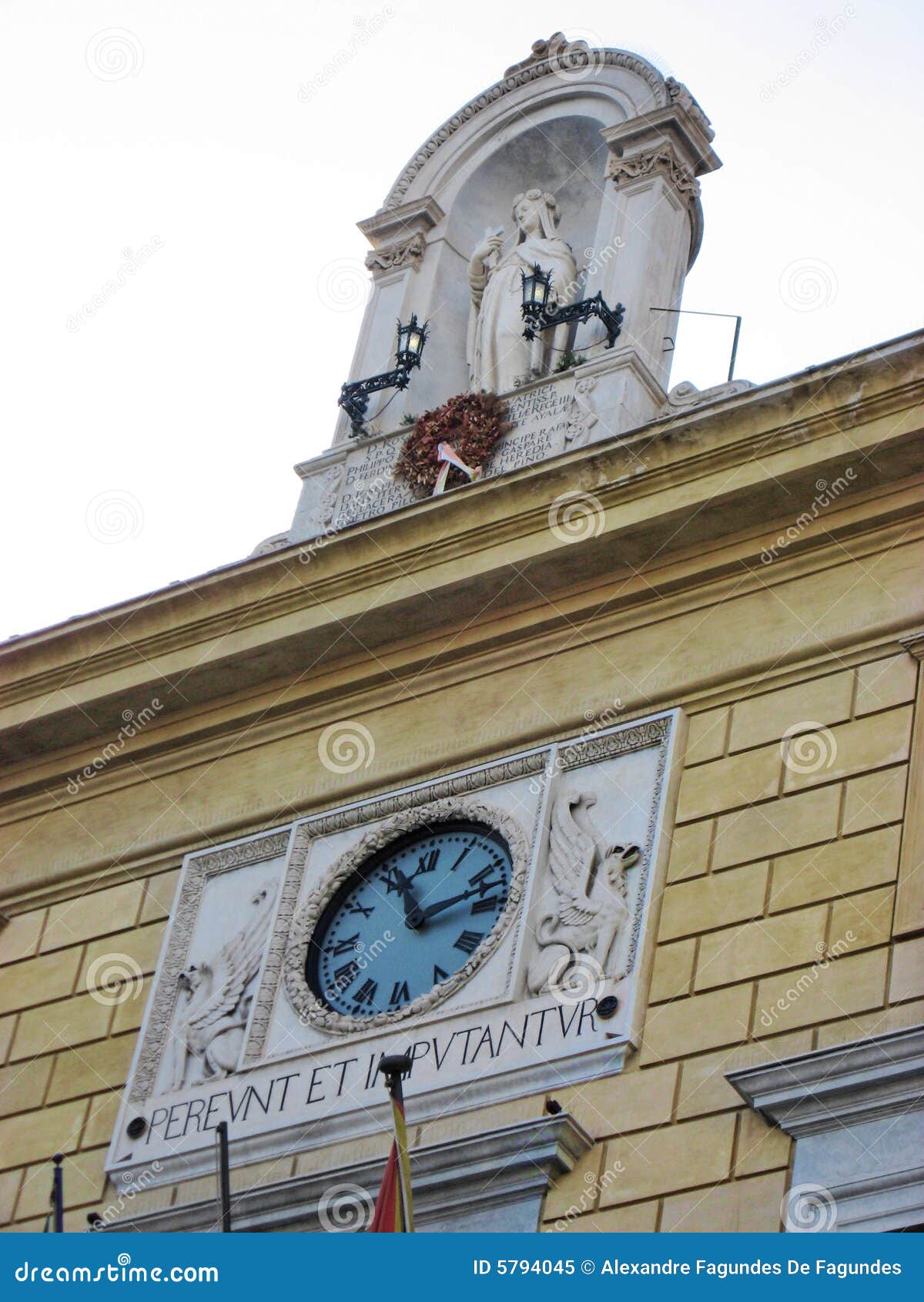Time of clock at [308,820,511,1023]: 11:12
